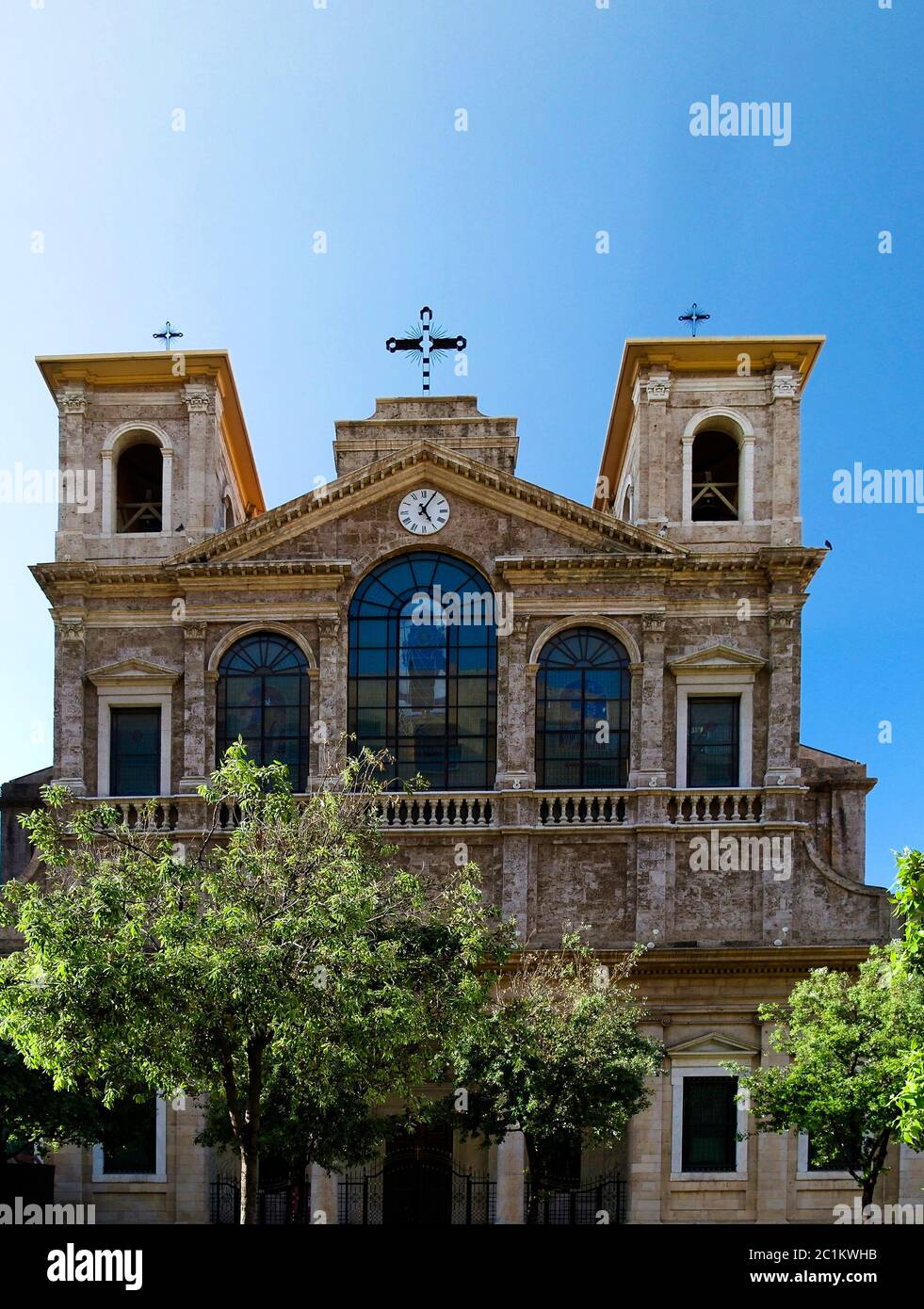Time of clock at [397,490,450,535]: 5:05
